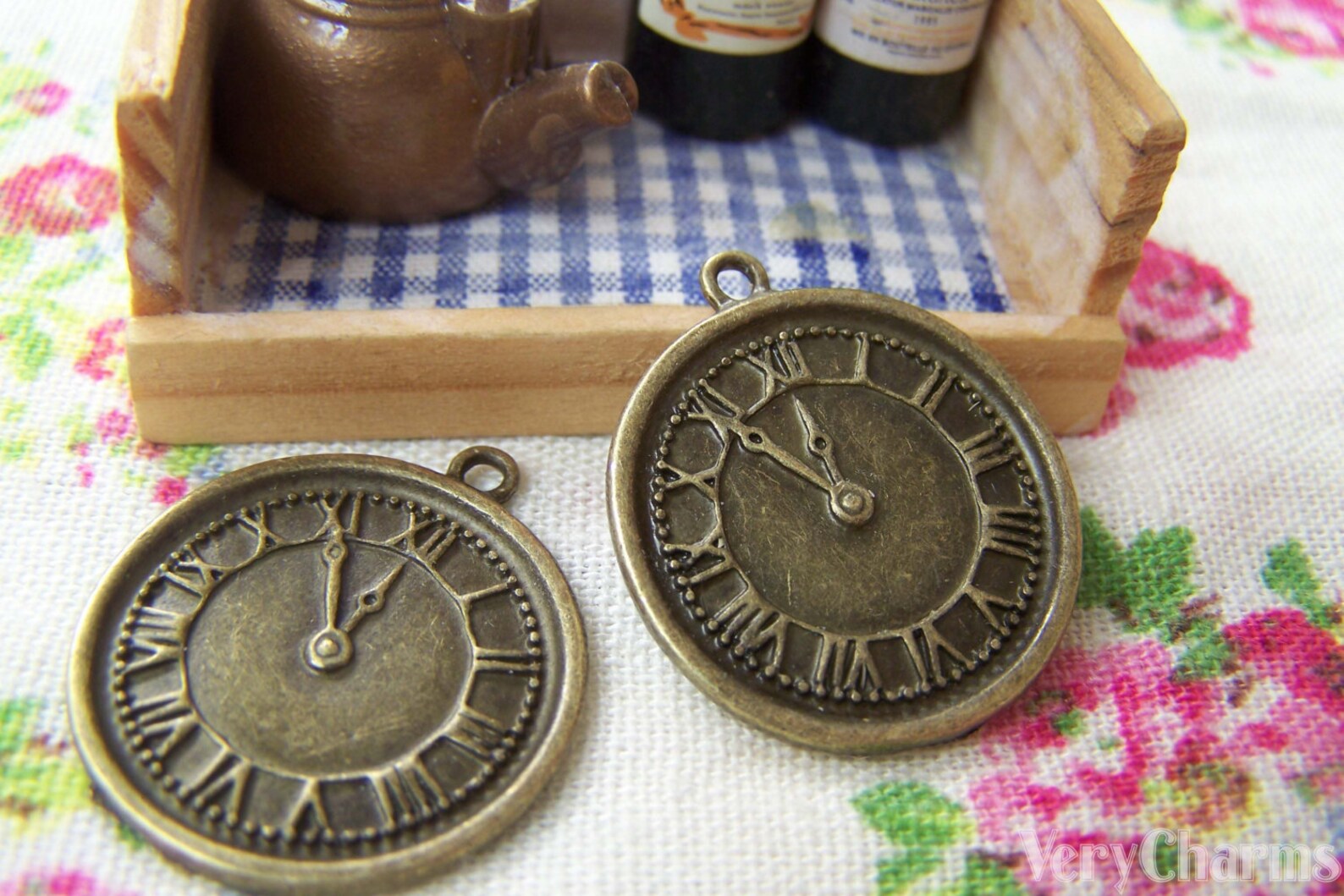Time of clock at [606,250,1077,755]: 10:49
